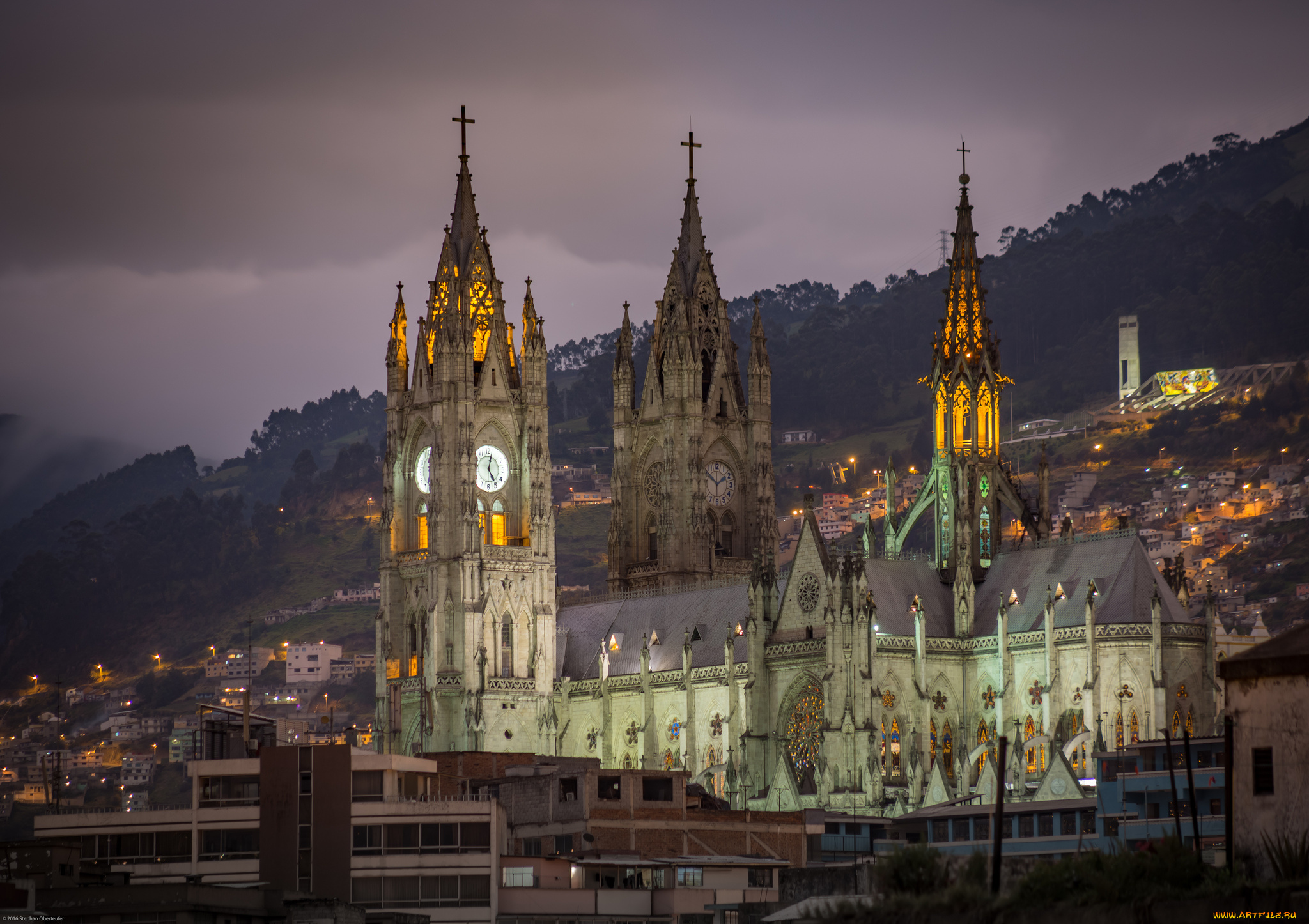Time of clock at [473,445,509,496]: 5:02
